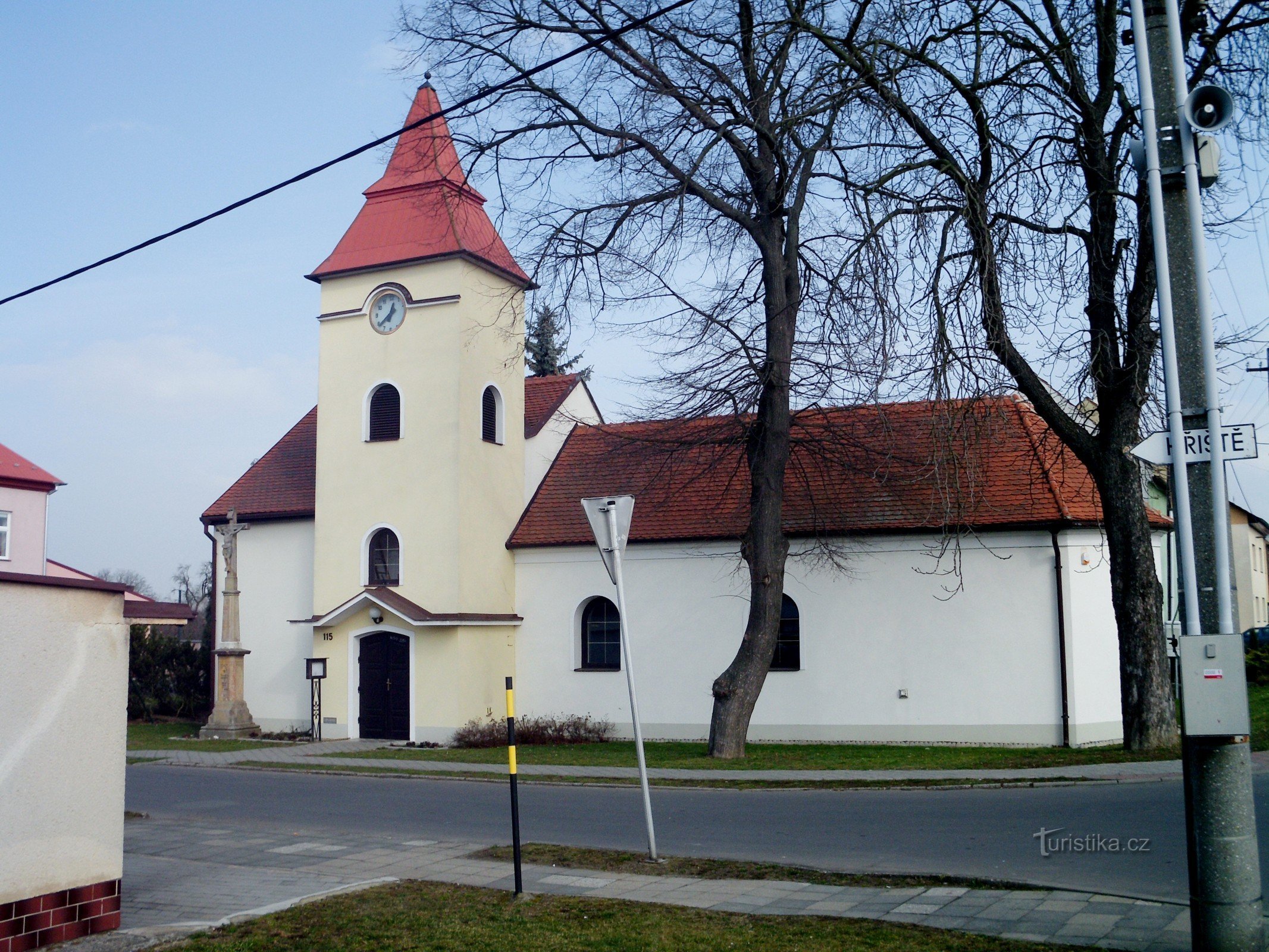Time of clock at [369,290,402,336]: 12:38
